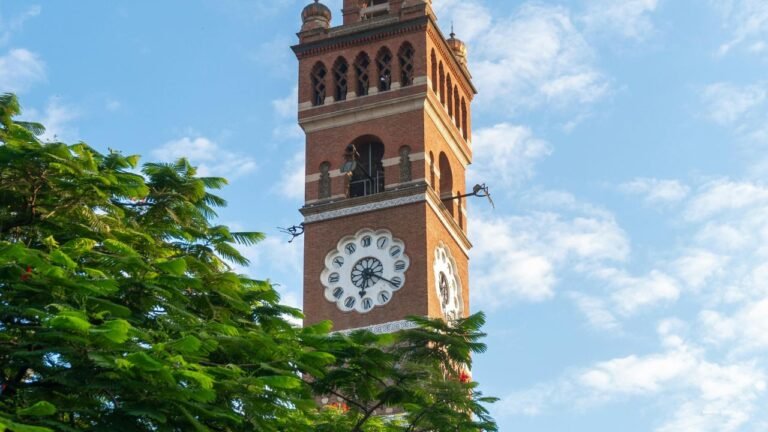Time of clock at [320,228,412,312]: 6:20
